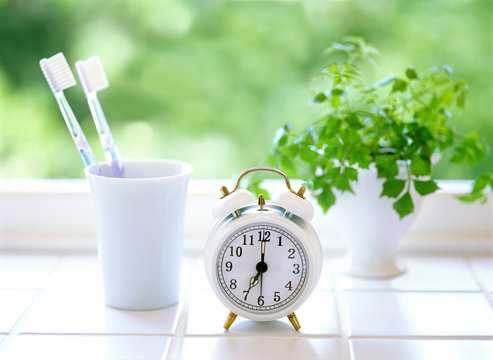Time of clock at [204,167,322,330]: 7:00
